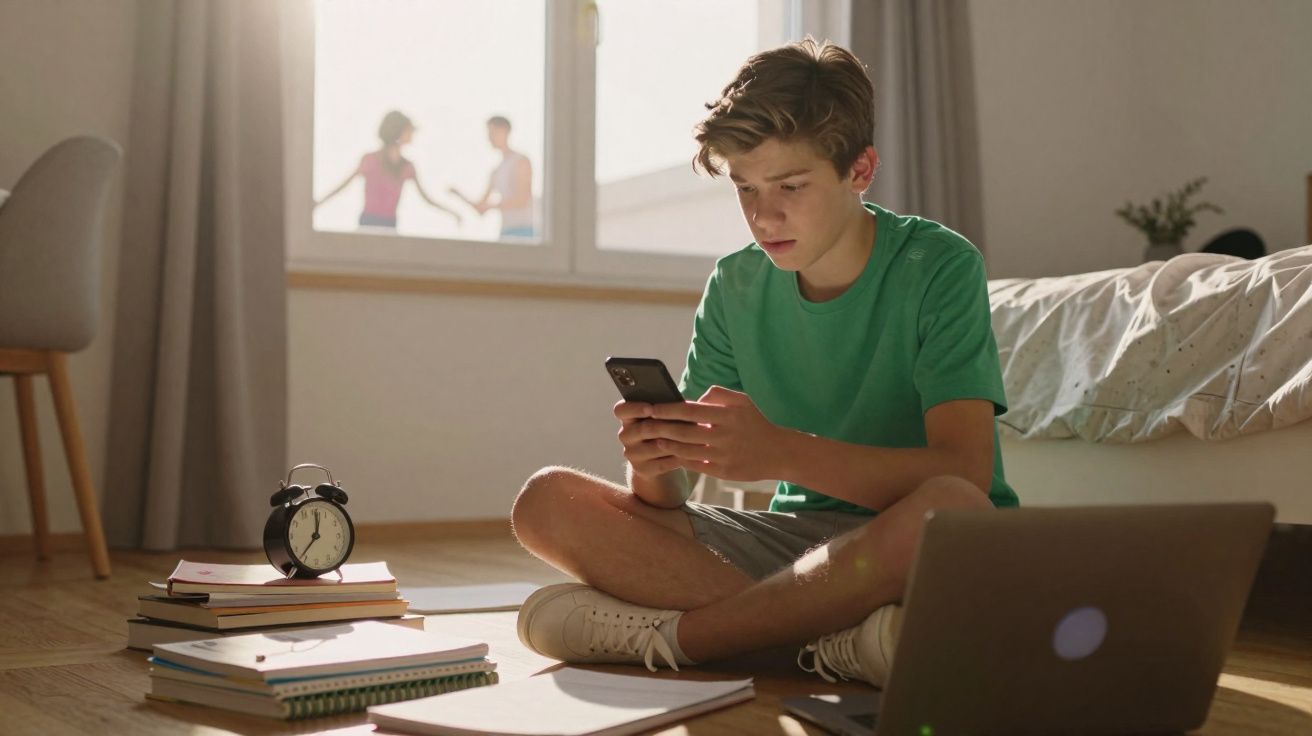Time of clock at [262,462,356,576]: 12:36
